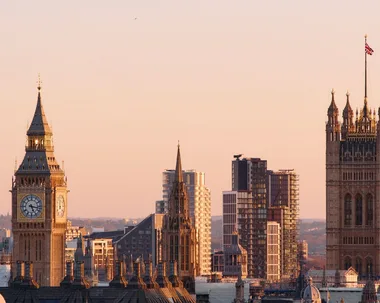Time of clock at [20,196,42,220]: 5:16
